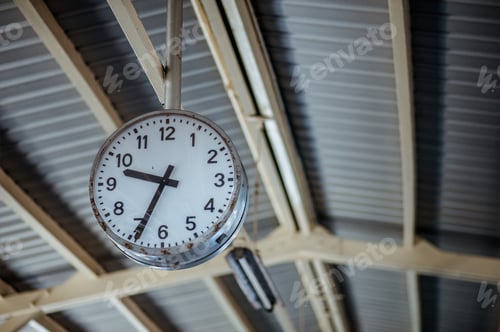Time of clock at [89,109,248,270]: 9:34
